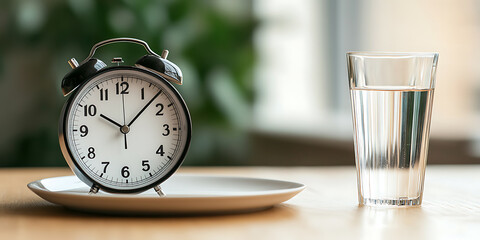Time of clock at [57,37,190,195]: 10:07
